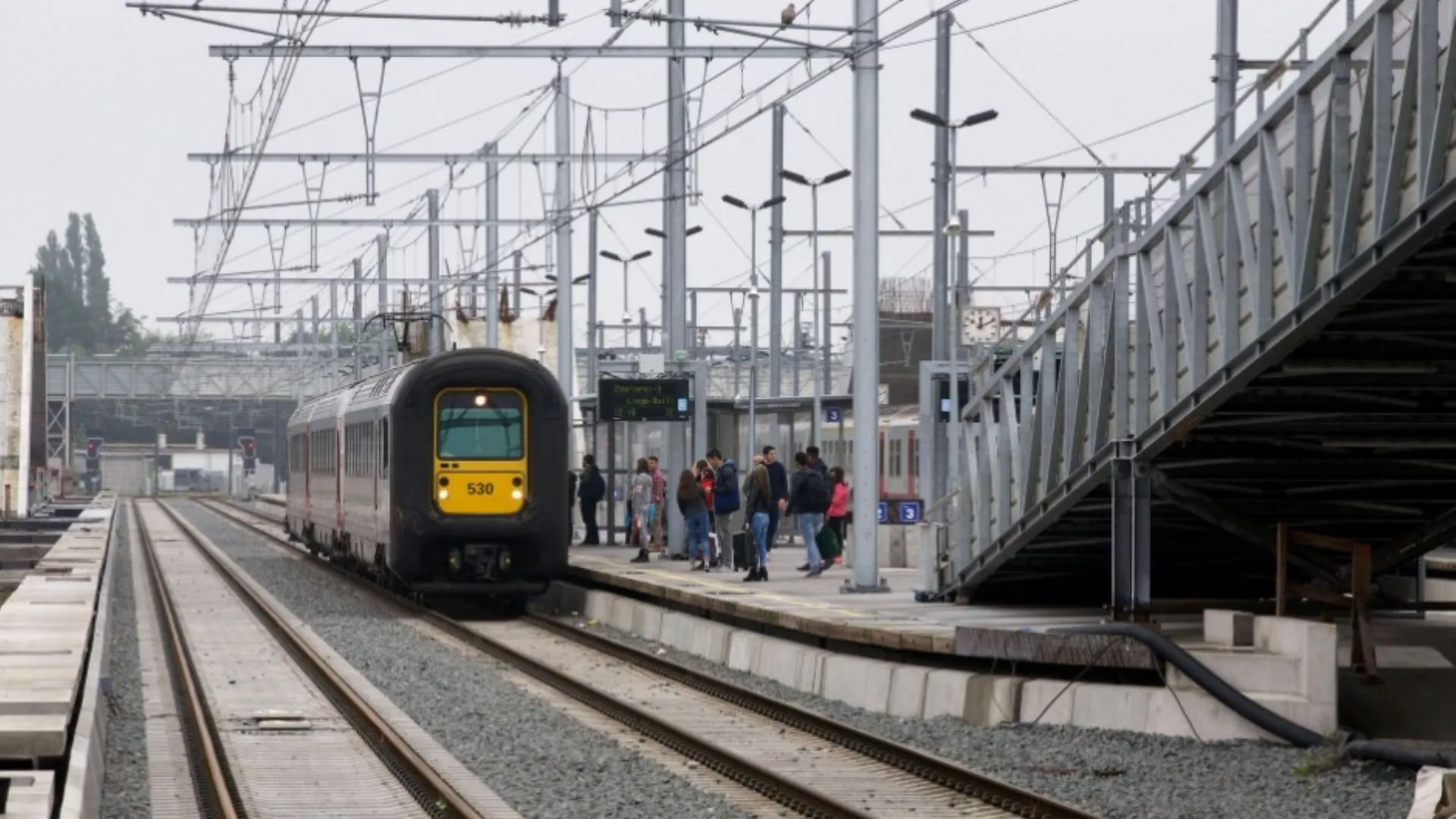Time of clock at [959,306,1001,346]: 12:11
